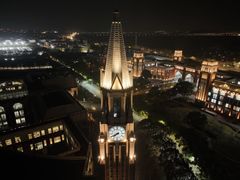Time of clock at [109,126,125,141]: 7:40
